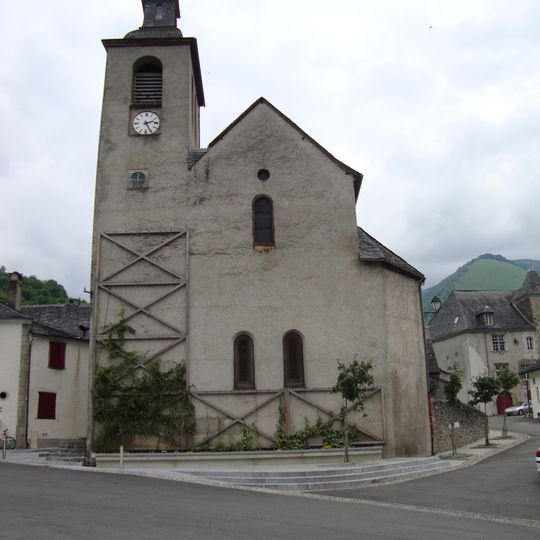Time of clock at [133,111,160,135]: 2:25
